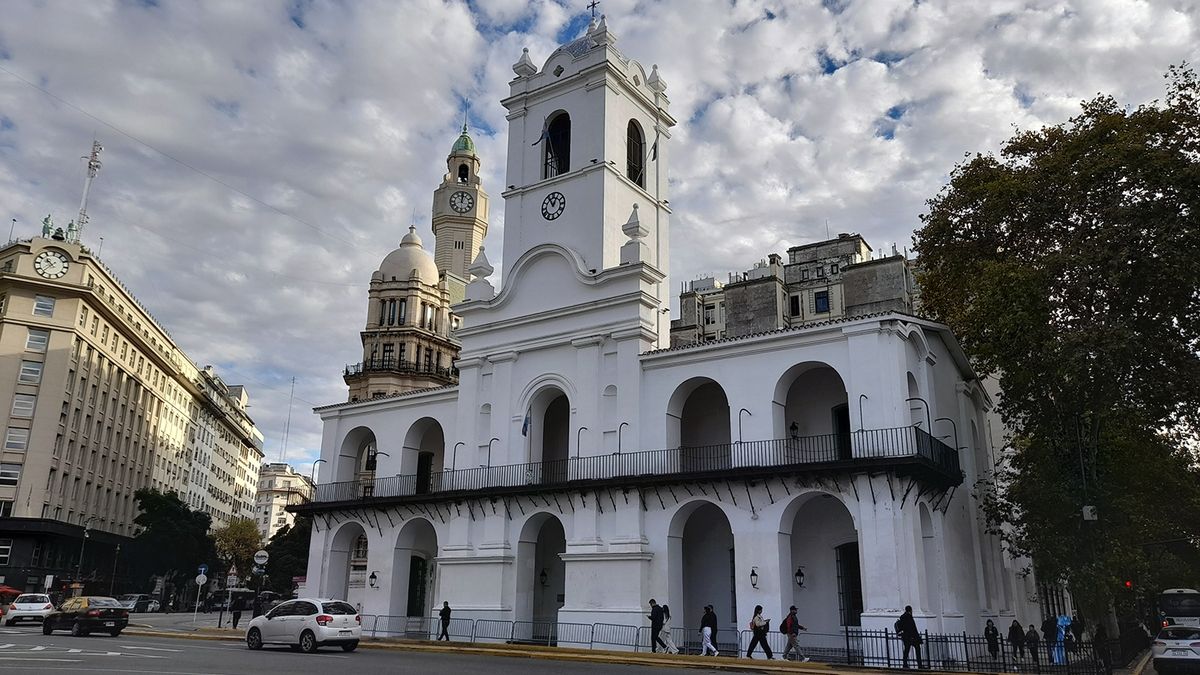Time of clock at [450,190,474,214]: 12:00
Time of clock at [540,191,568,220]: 12:55
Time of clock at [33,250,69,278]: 10:36
